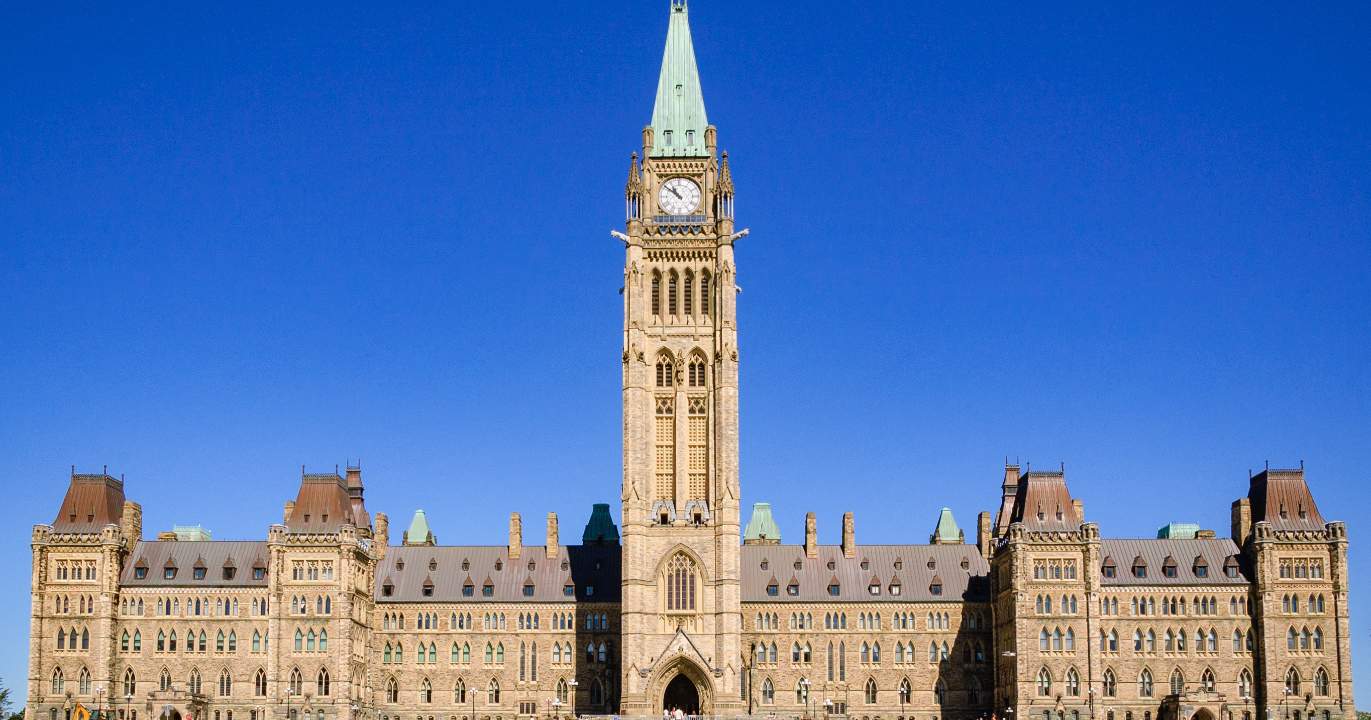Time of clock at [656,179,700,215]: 10:51
